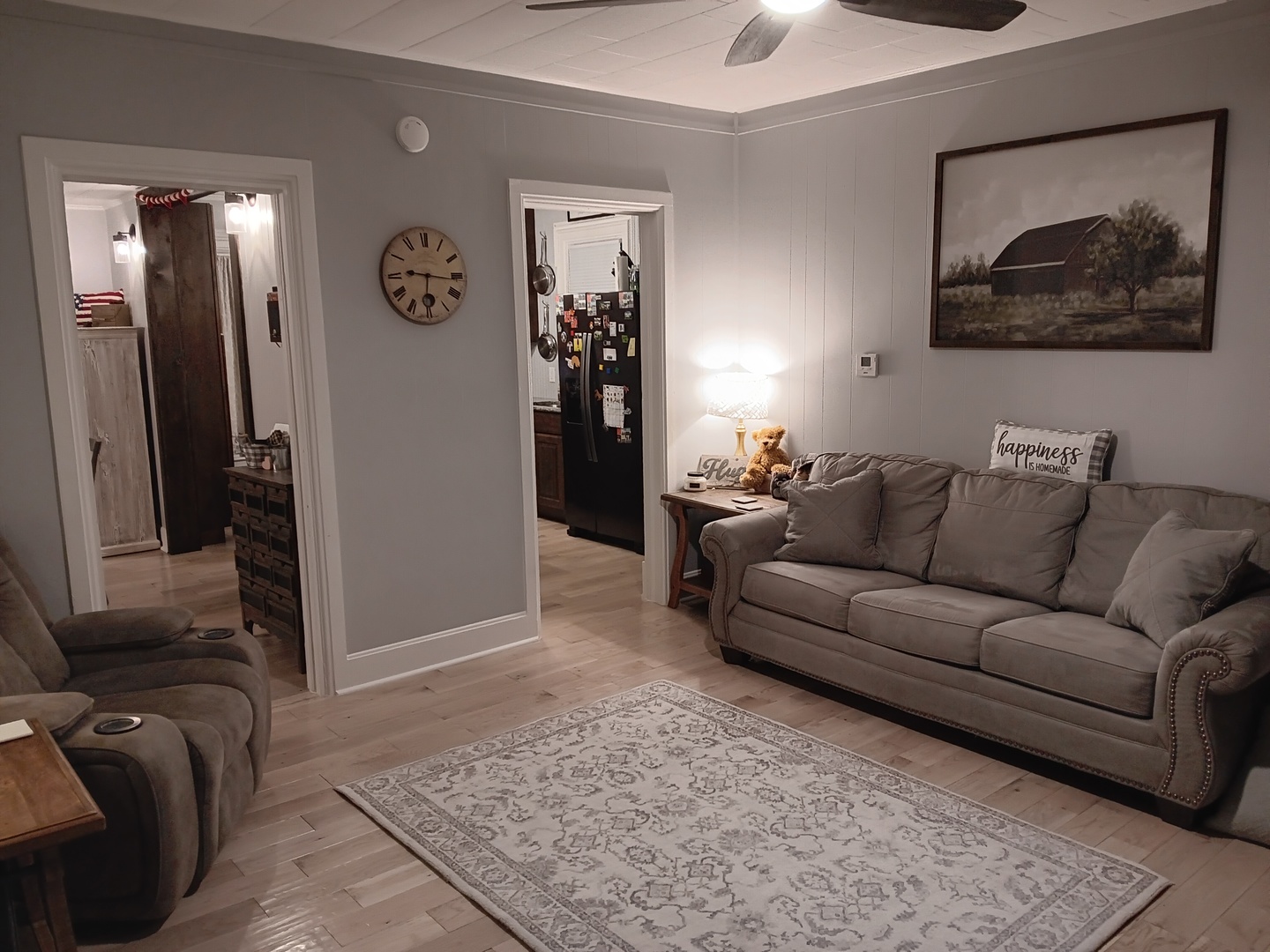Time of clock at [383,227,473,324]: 9:16
